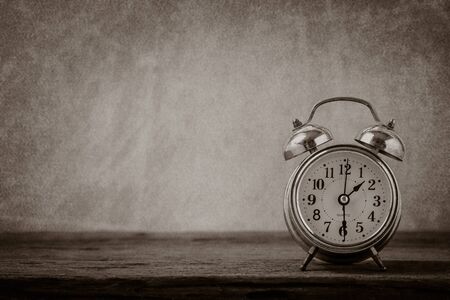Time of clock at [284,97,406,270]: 1:29
